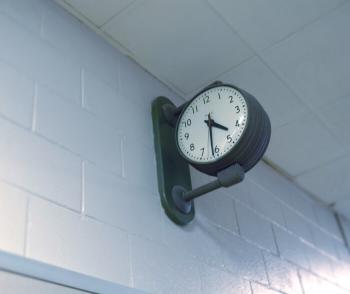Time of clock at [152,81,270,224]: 4:31
